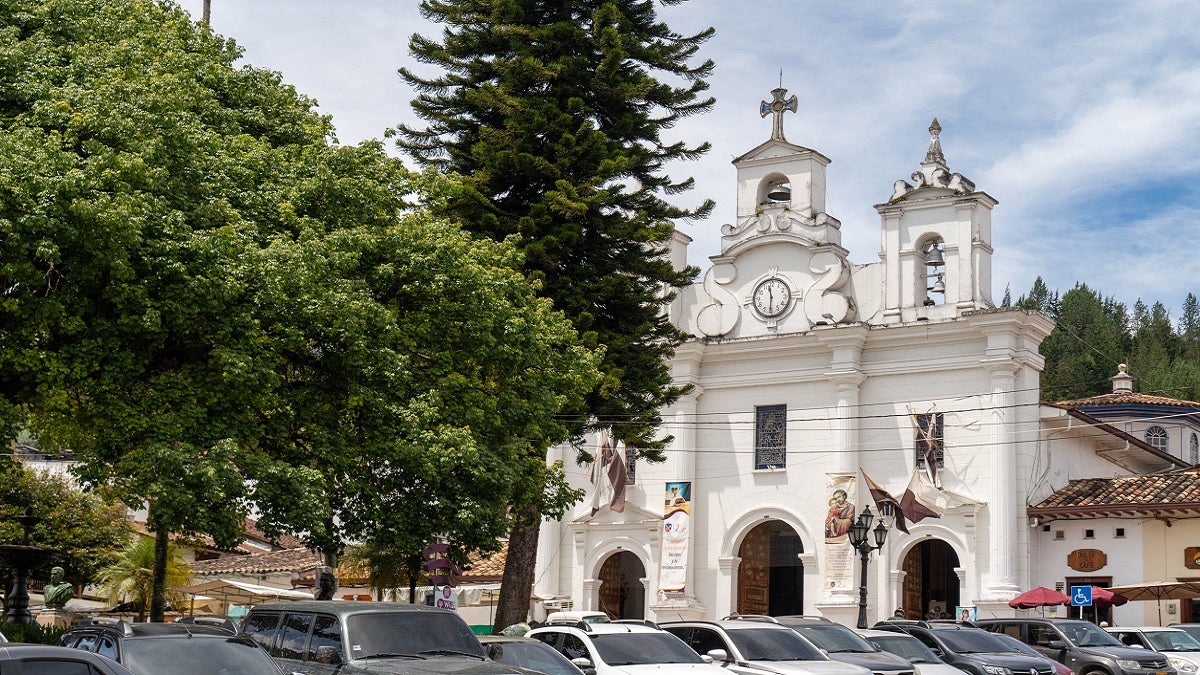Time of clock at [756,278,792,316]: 11:30
